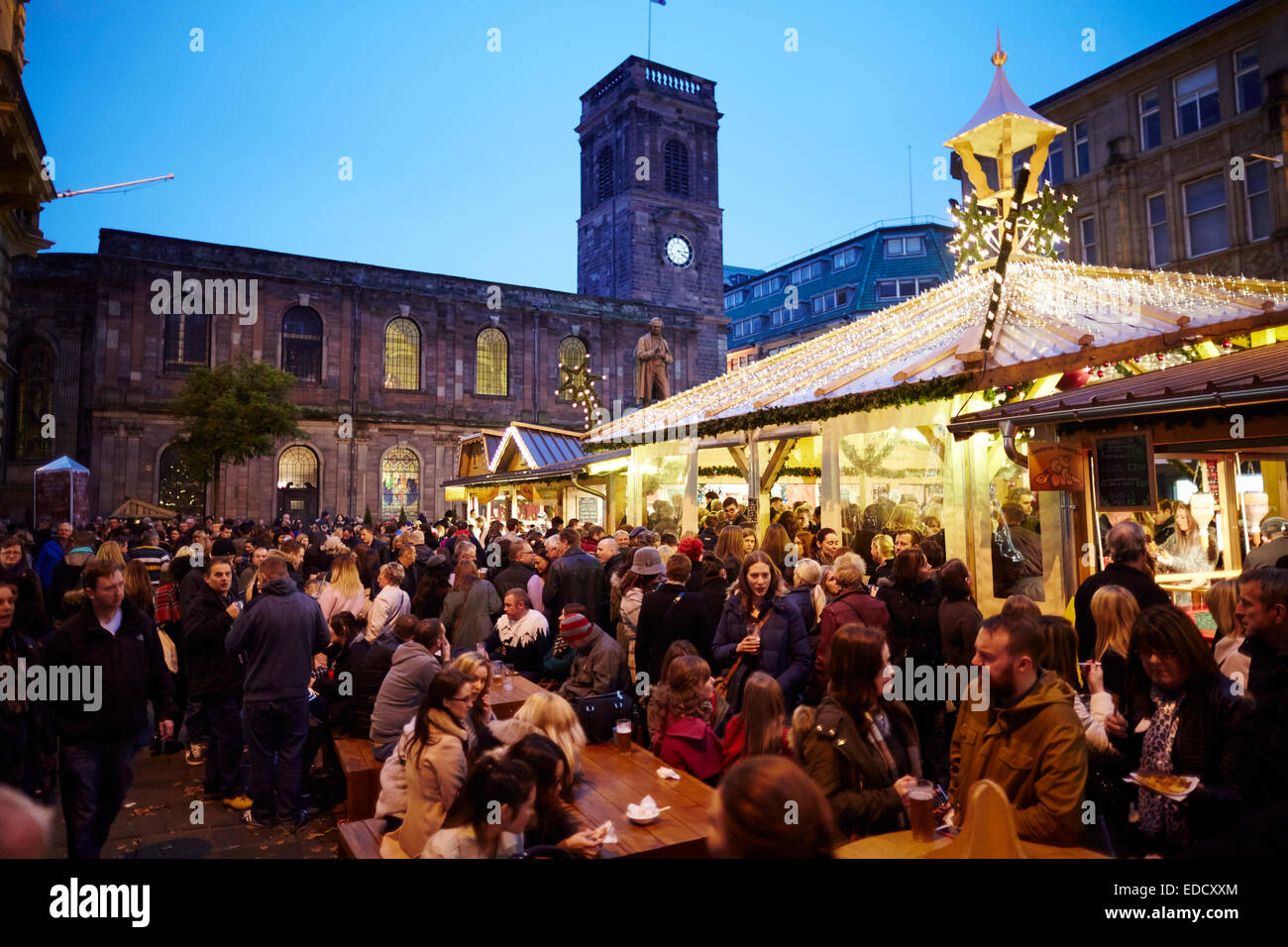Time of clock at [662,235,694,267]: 4:14
